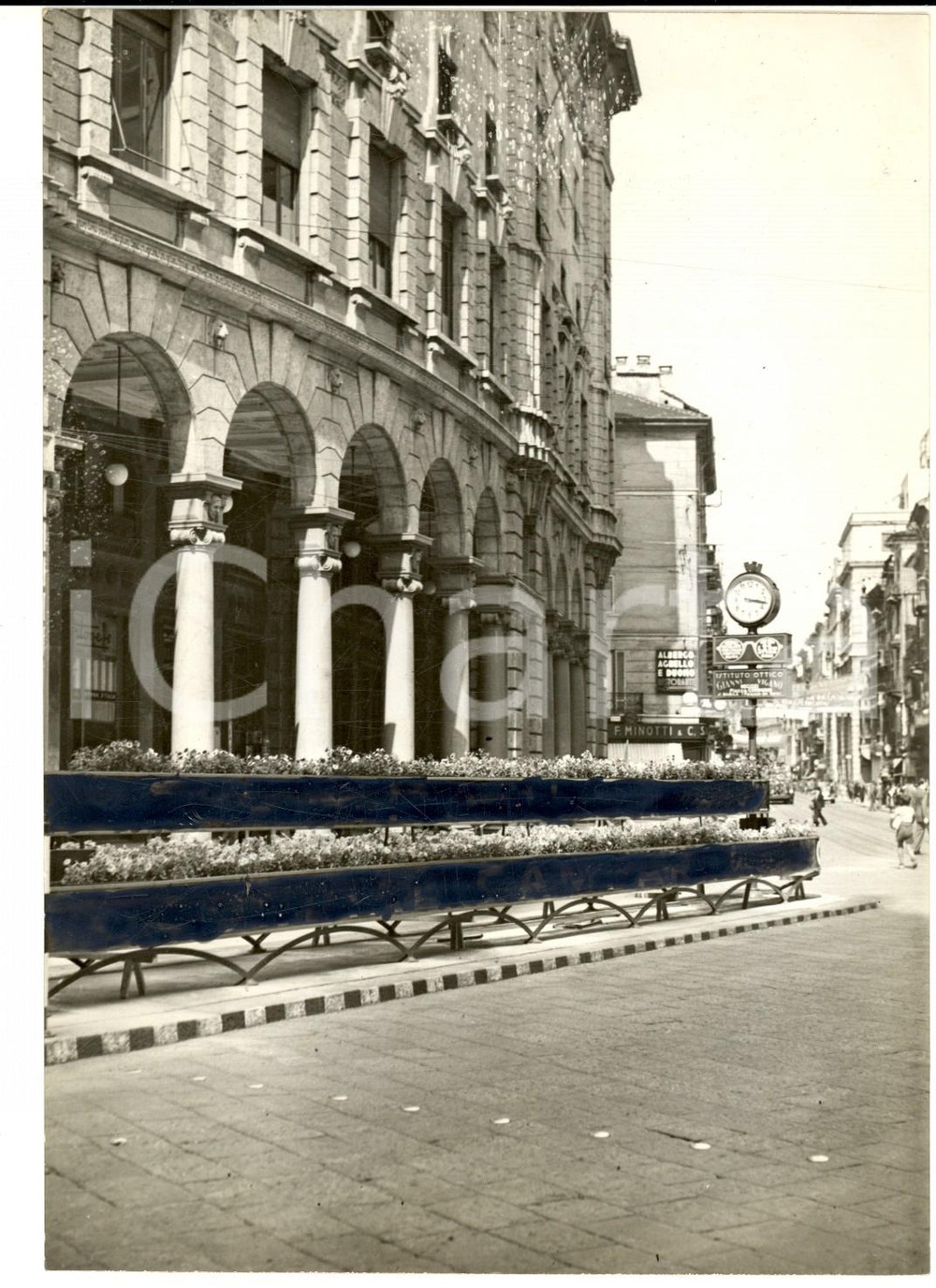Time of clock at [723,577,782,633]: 3:17
